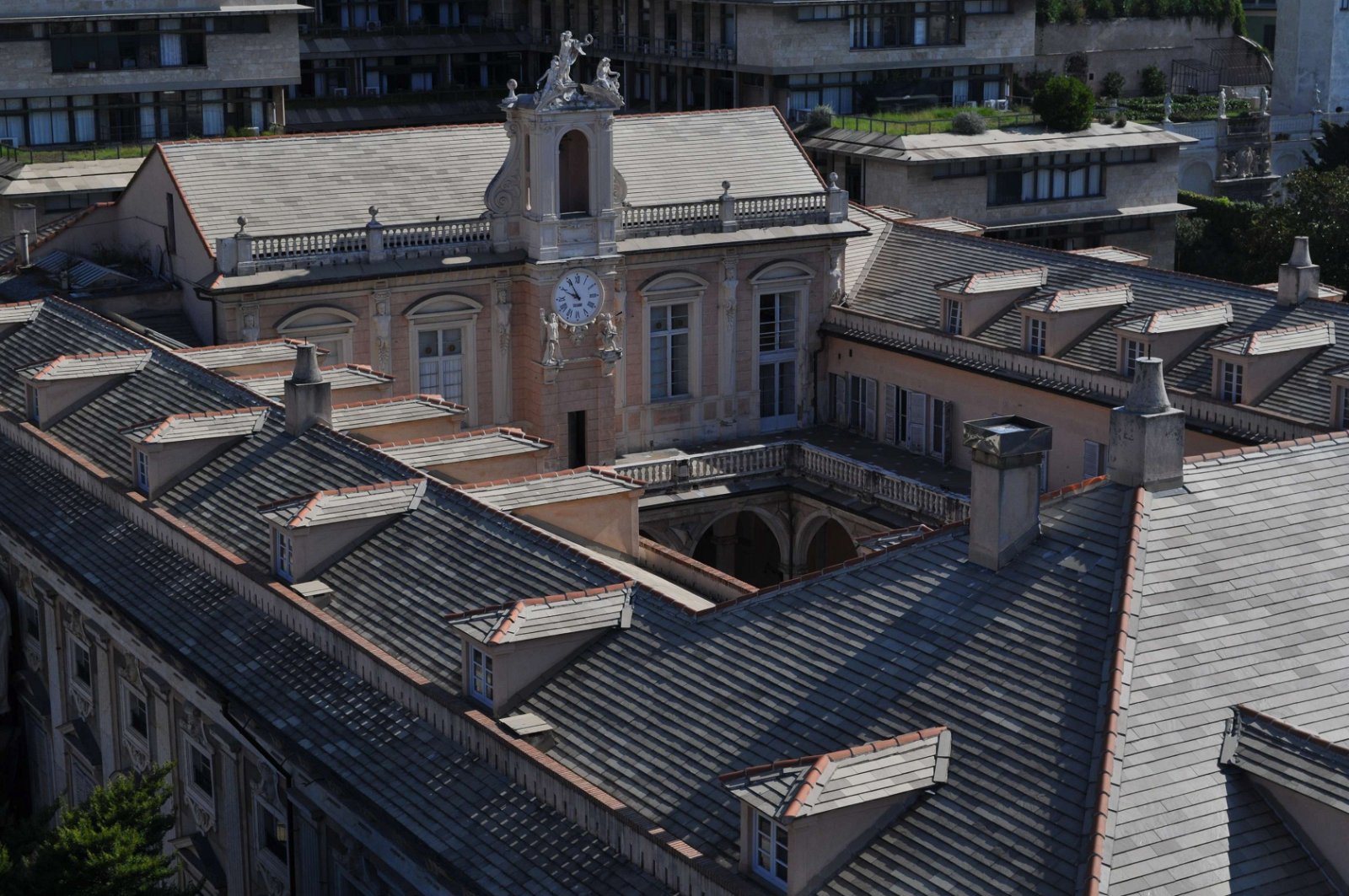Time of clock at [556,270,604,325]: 9:55
